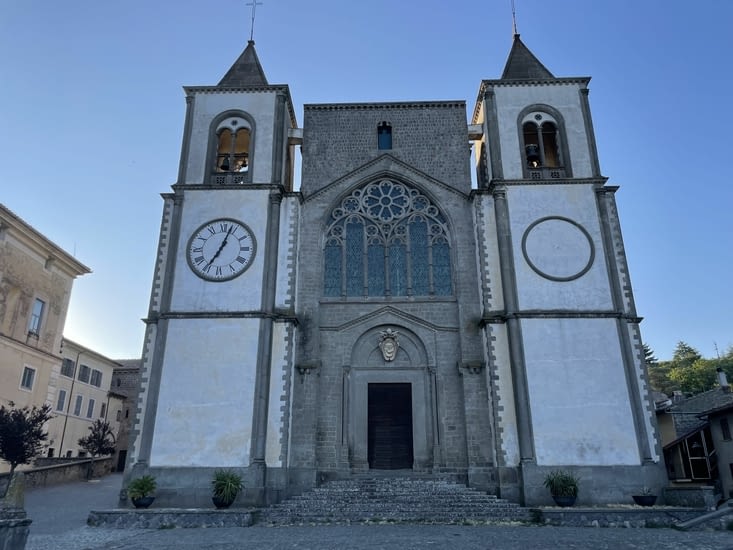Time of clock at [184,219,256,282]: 7:03
